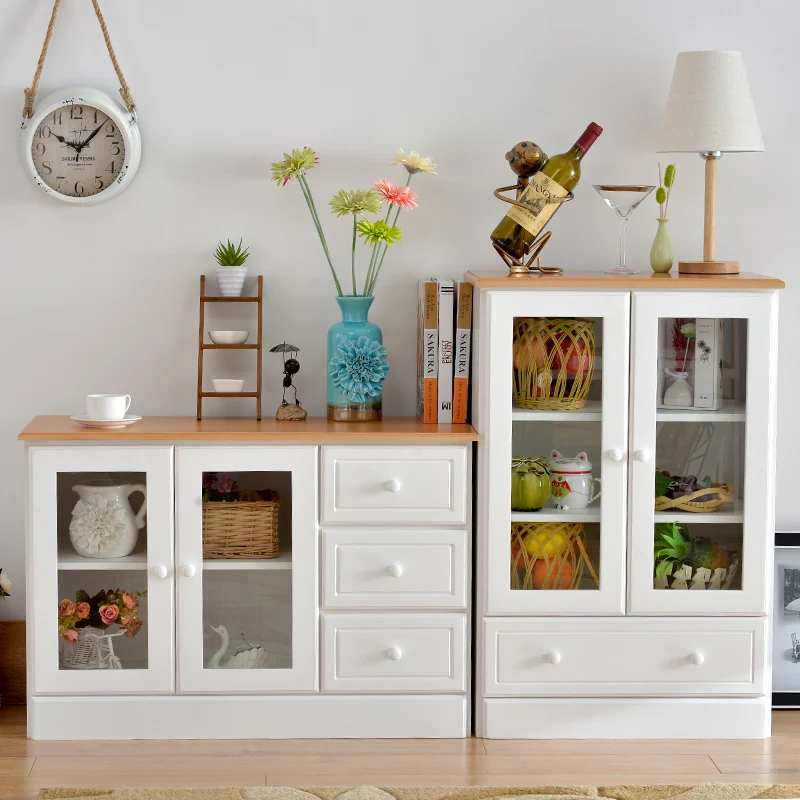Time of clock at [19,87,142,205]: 10:07
